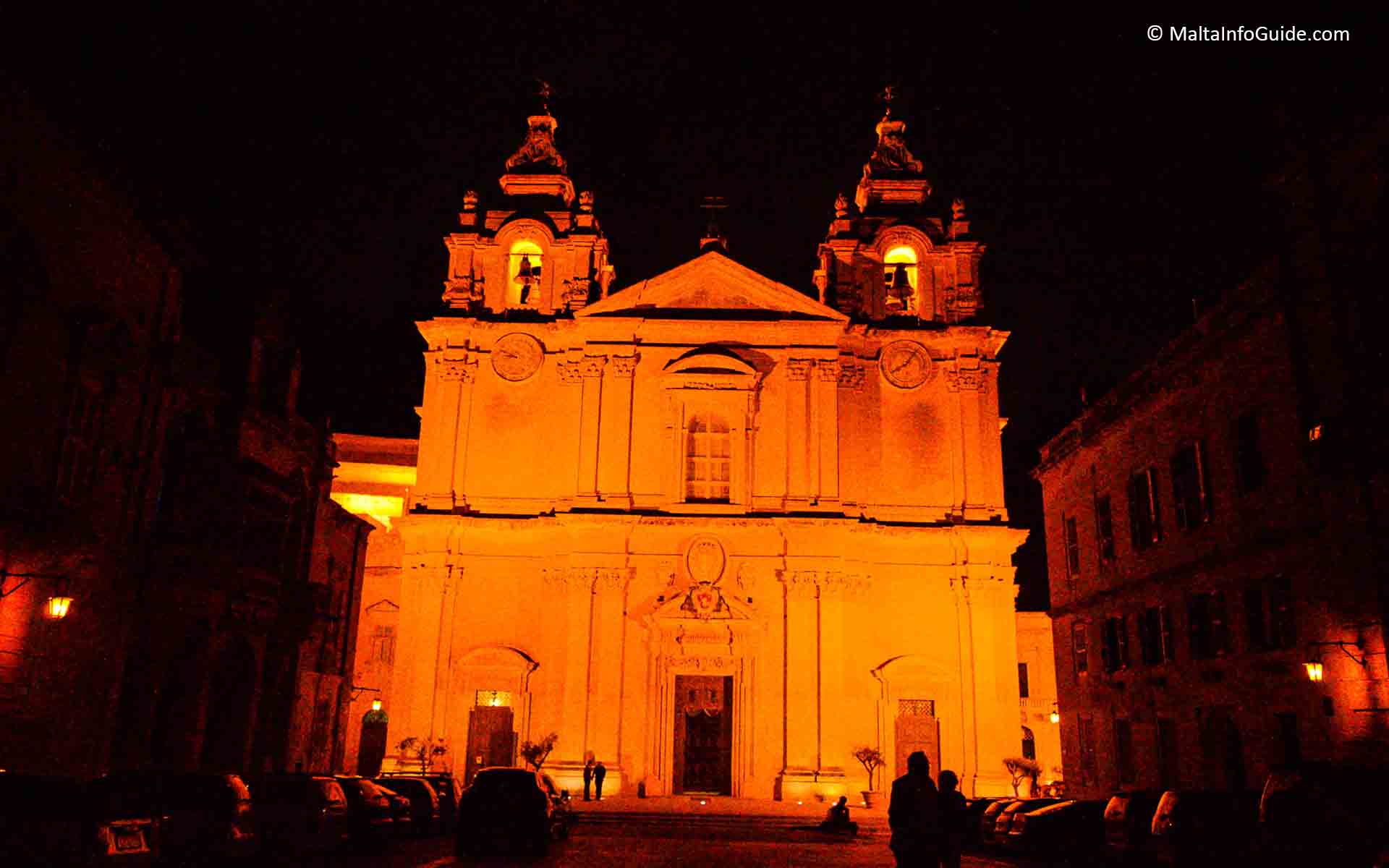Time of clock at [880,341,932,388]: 8:06
